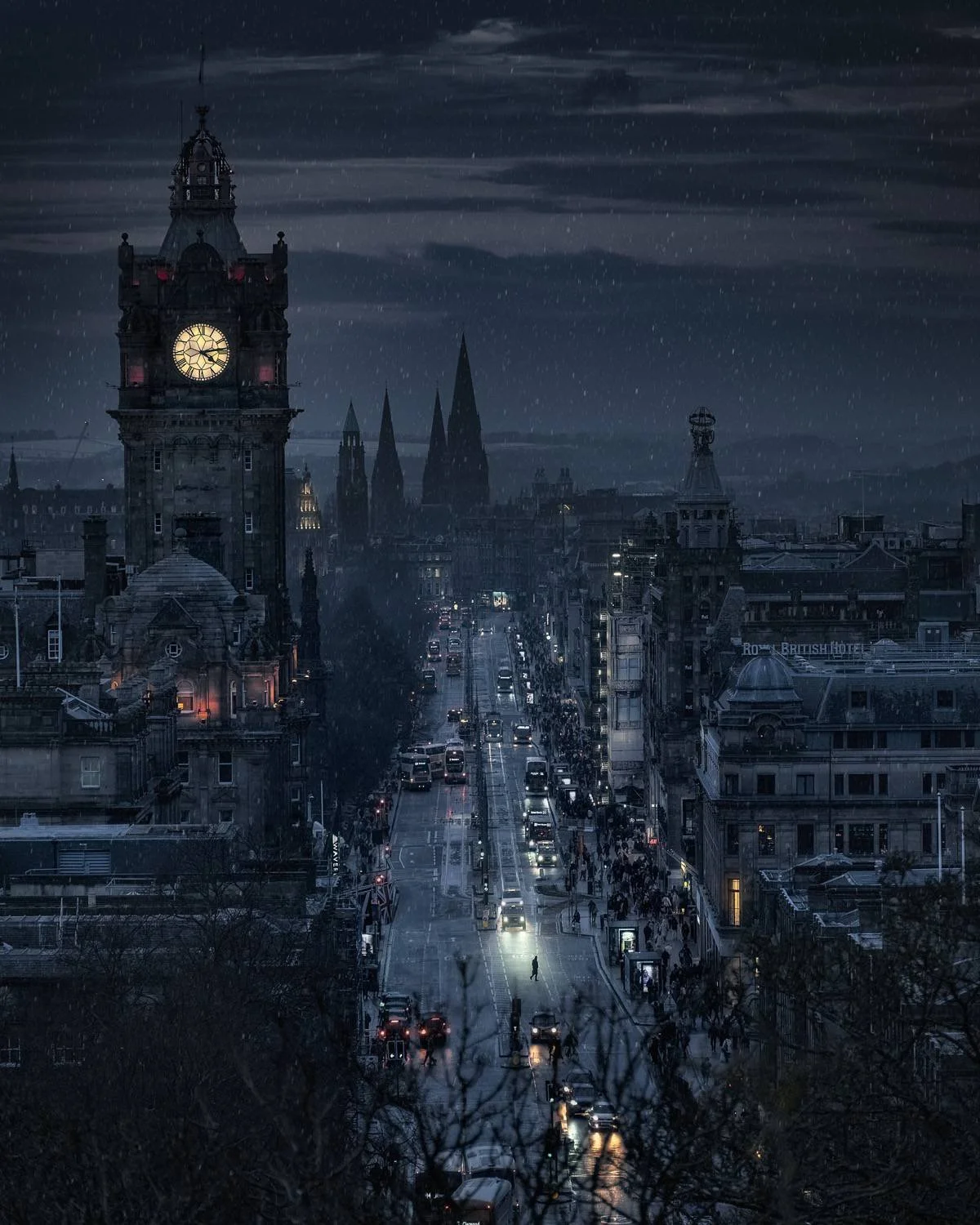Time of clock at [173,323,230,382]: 4:13
